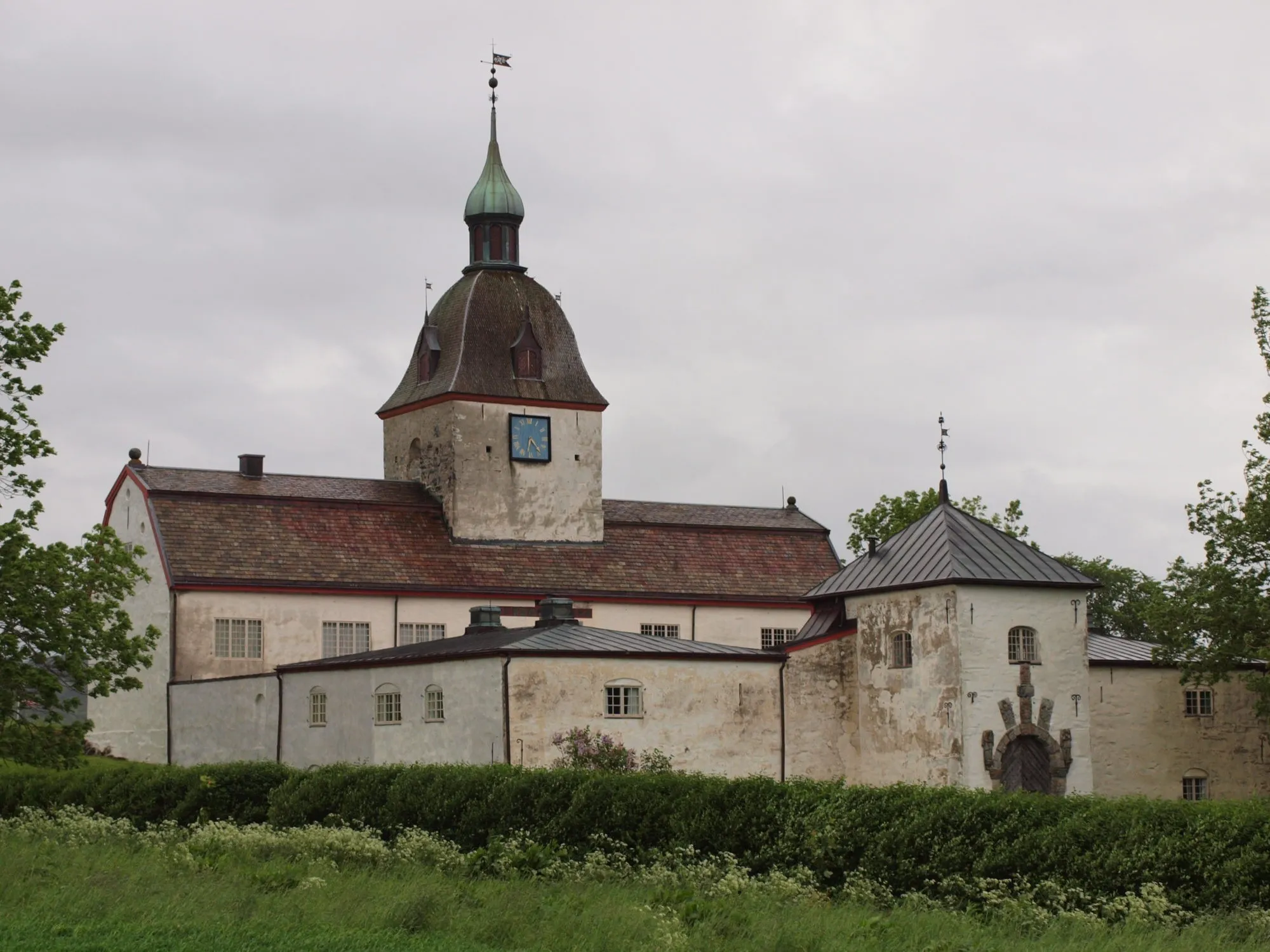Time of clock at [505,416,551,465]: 6:23
